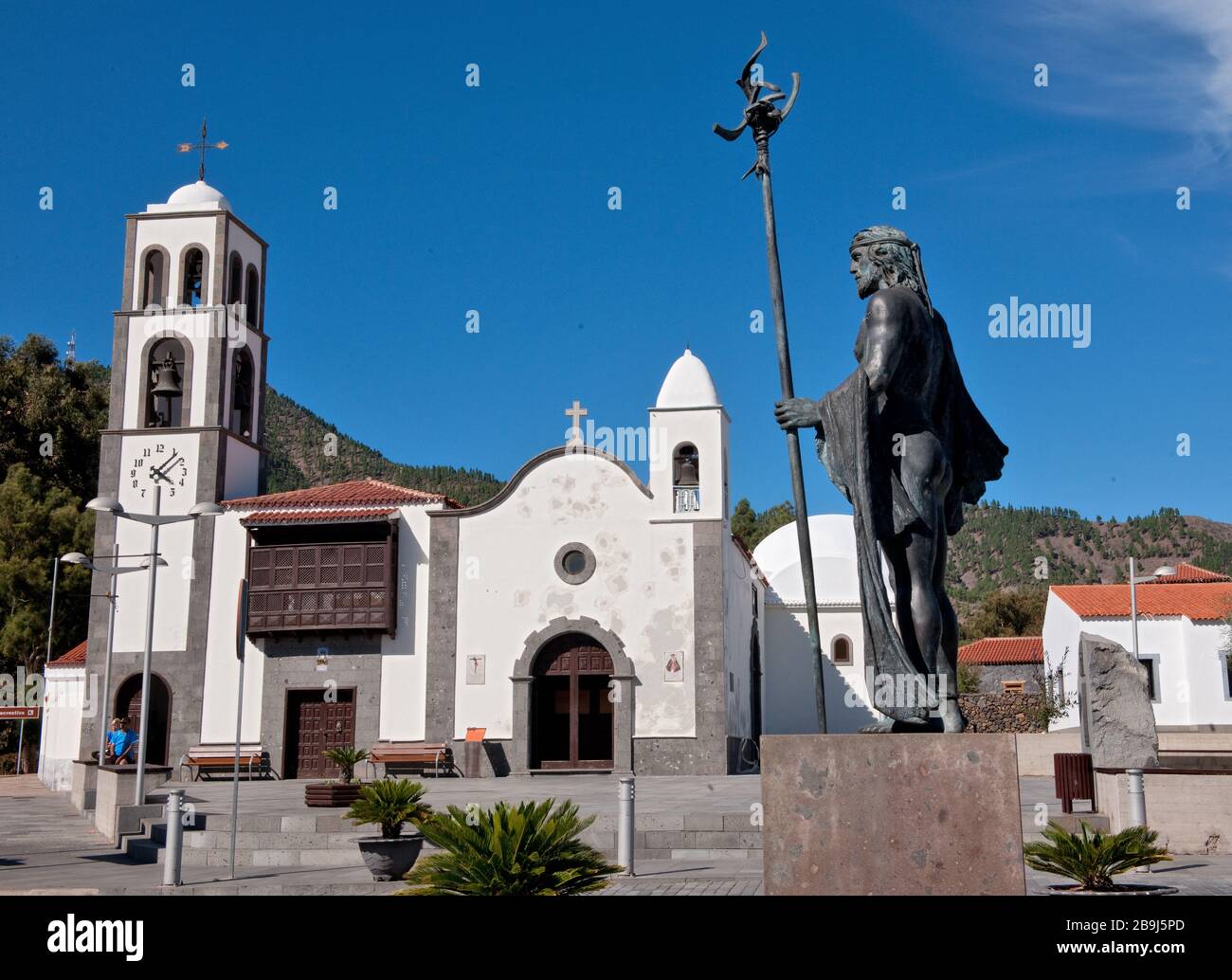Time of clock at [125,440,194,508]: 4:07
